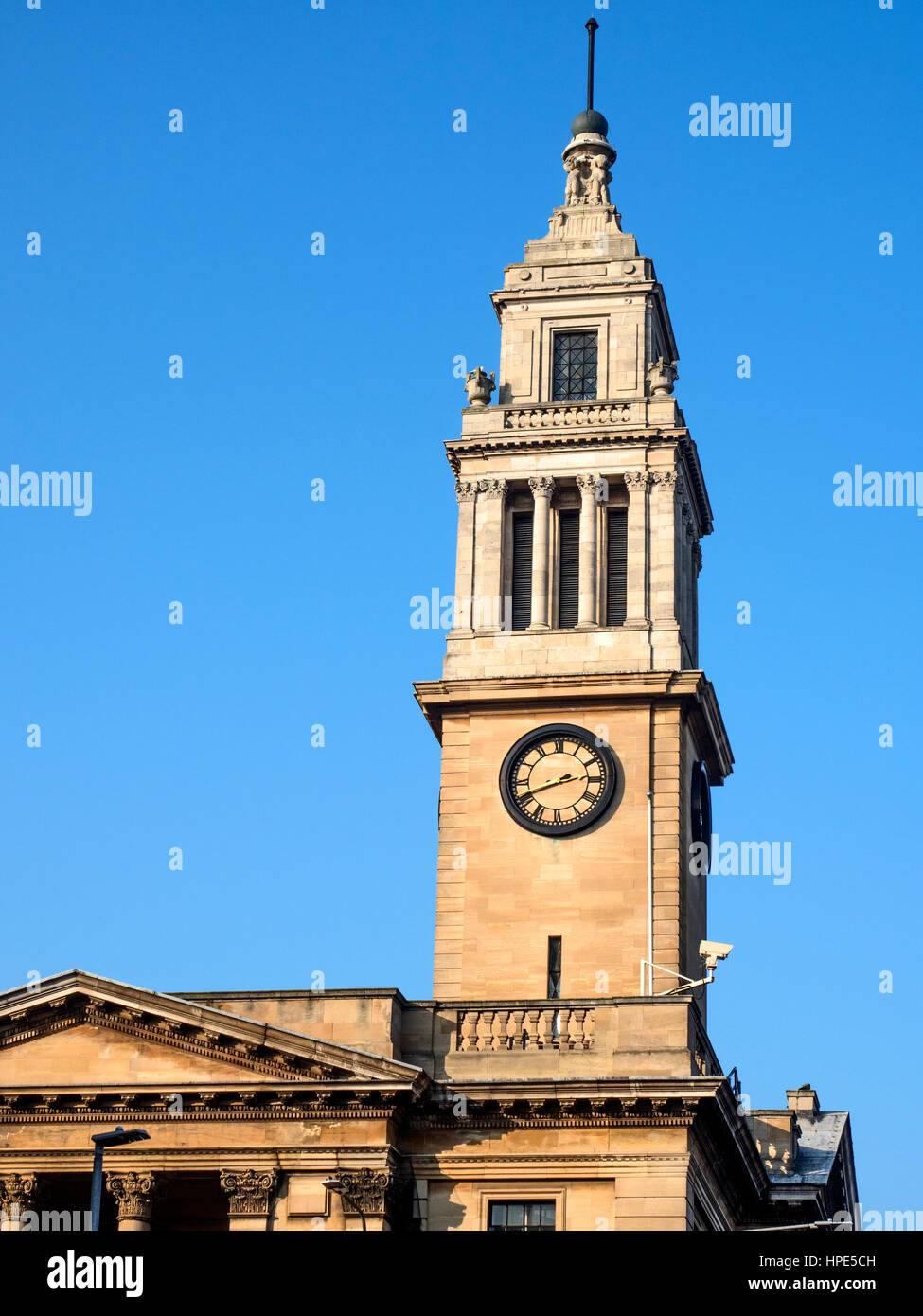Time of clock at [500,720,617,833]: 2:41
